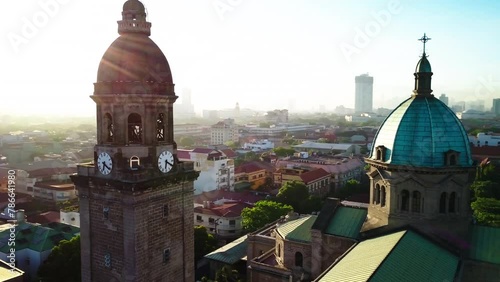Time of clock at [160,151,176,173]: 6:20
